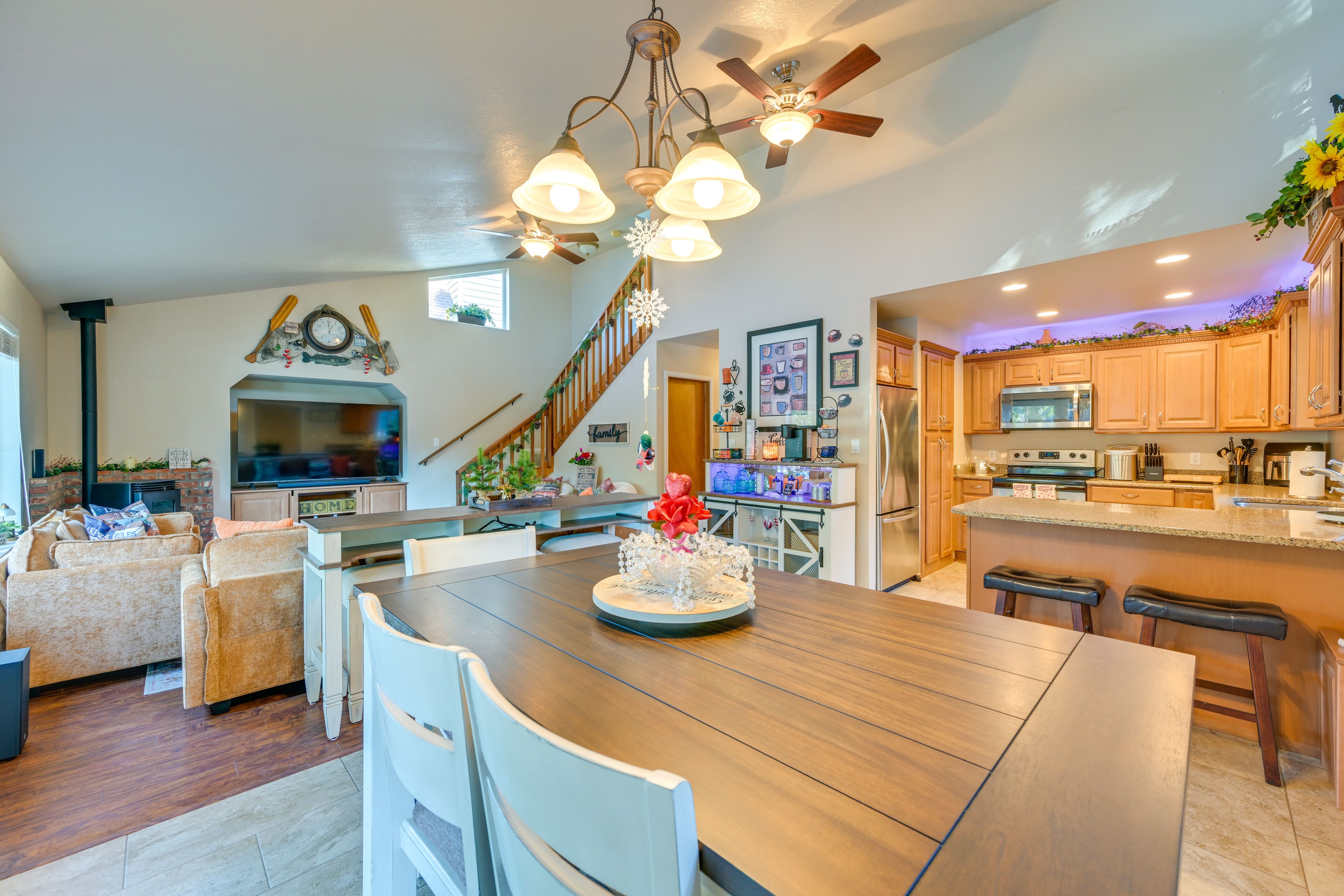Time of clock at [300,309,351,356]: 12:59
